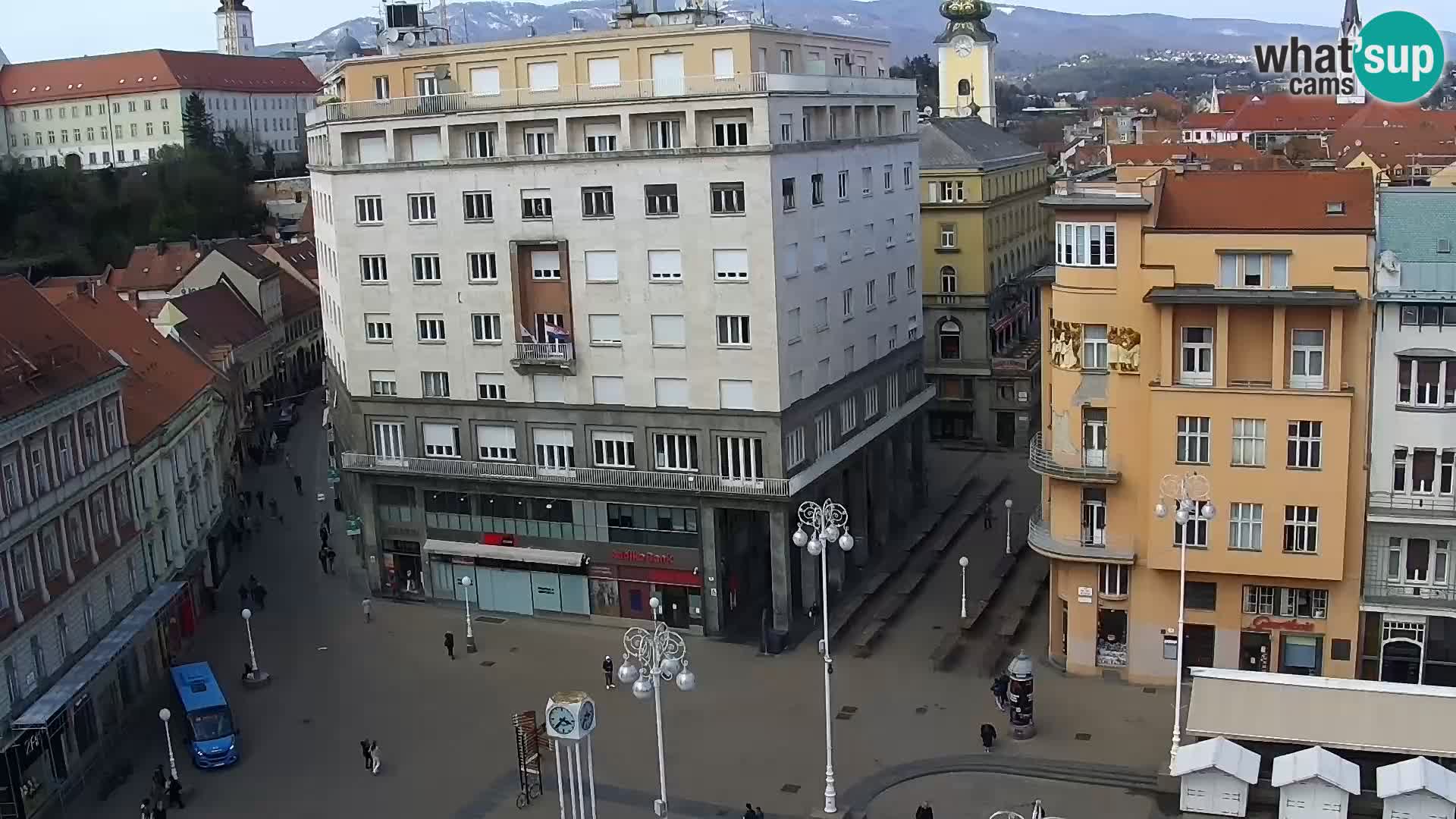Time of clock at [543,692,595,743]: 3:37
